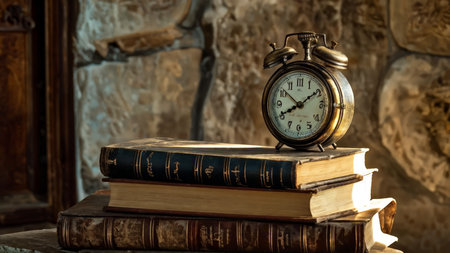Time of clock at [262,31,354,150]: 8:09
